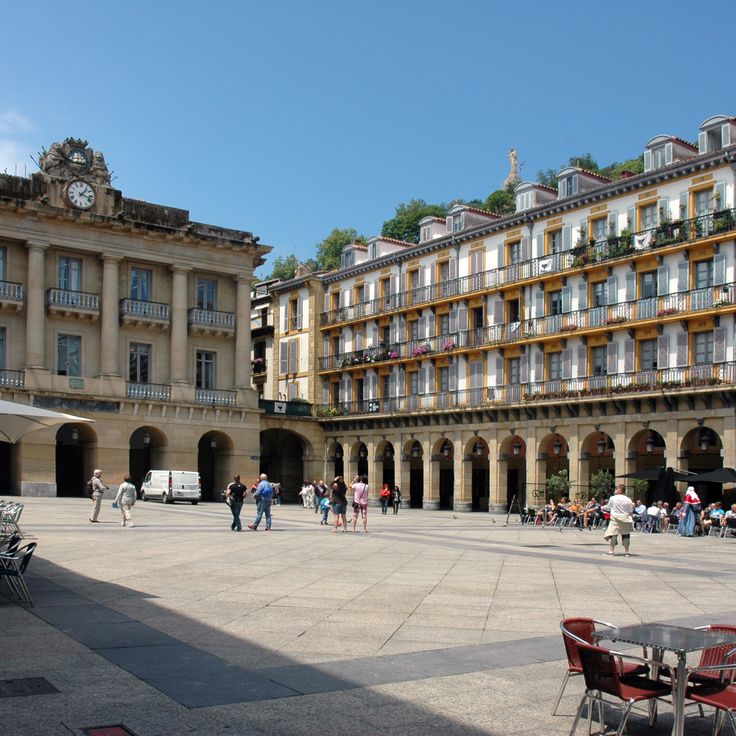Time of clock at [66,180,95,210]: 1:17
